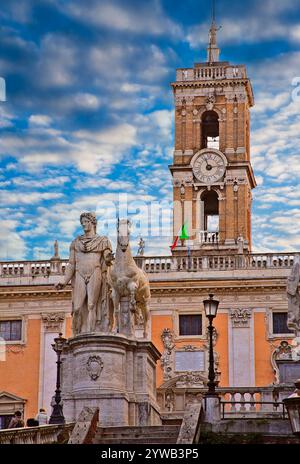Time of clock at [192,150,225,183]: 11:13
